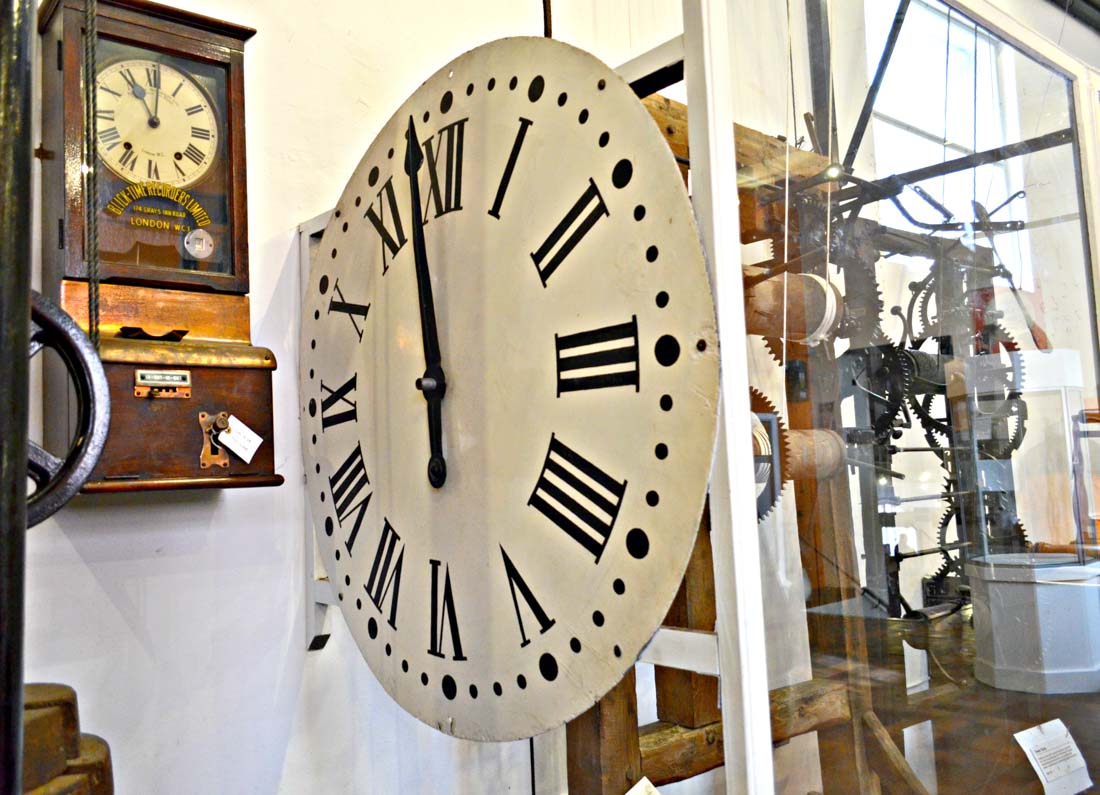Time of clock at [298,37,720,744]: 5:58
